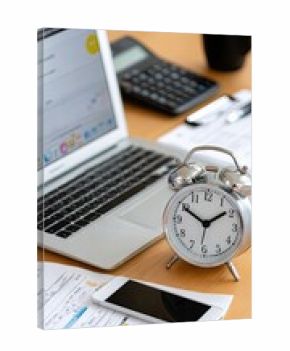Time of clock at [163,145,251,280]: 1:50
